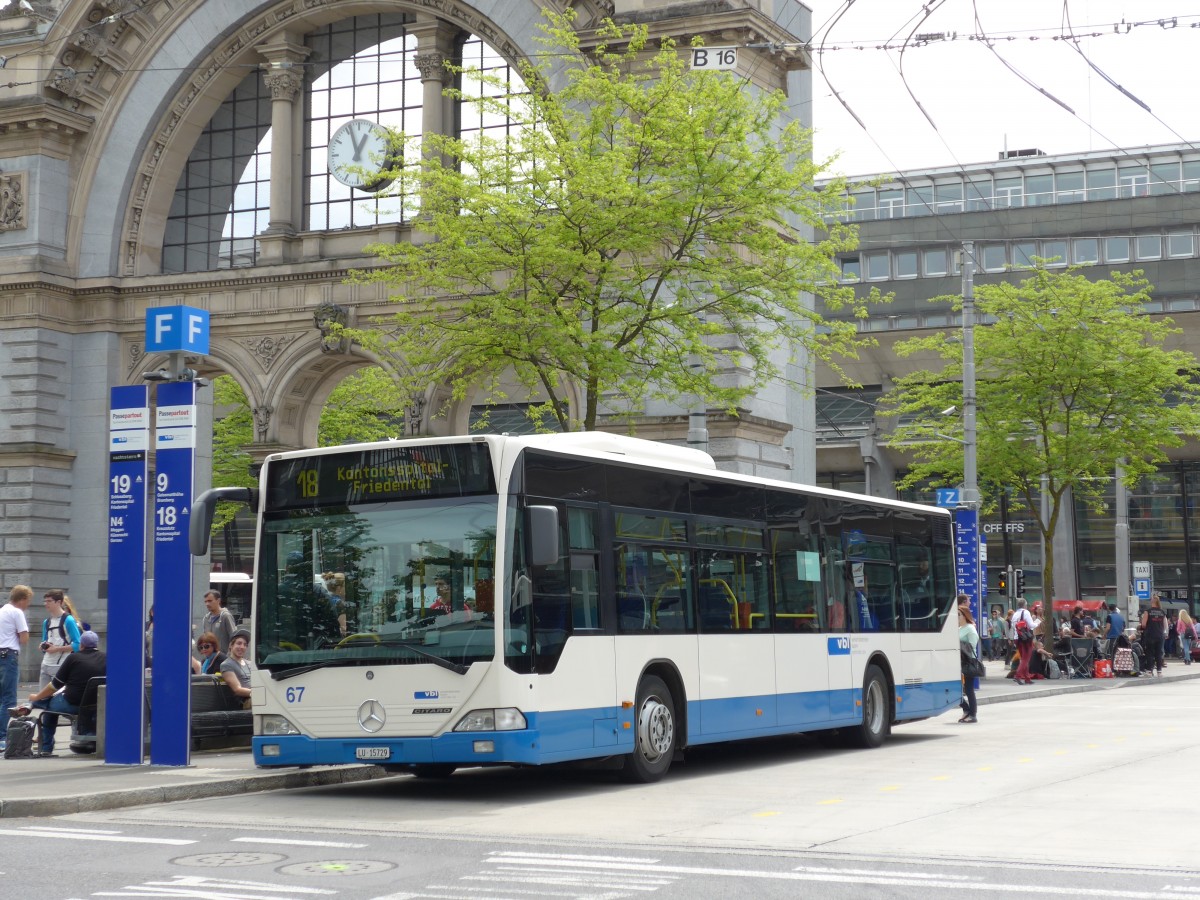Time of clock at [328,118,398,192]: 12:57
